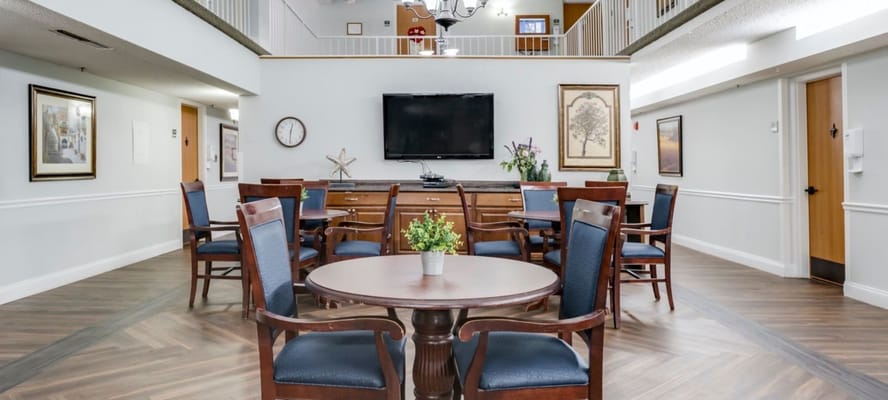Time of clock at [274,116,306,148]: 12:30
